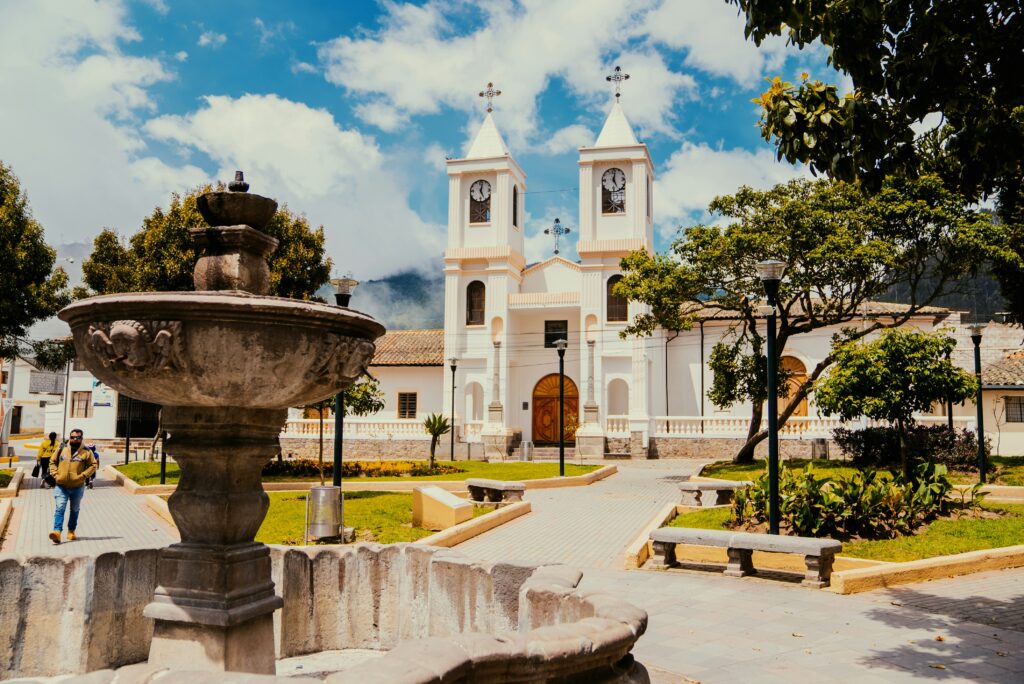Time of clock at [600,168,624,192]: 5:01
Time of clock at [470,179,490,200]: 5:01
